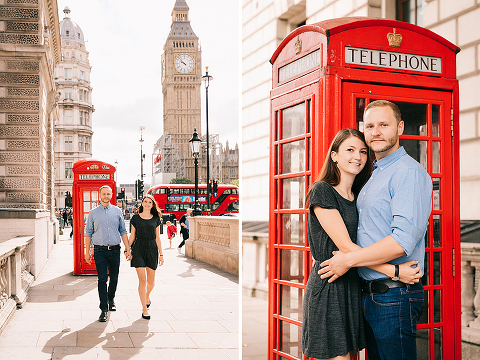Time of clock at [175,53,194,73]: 9:52
